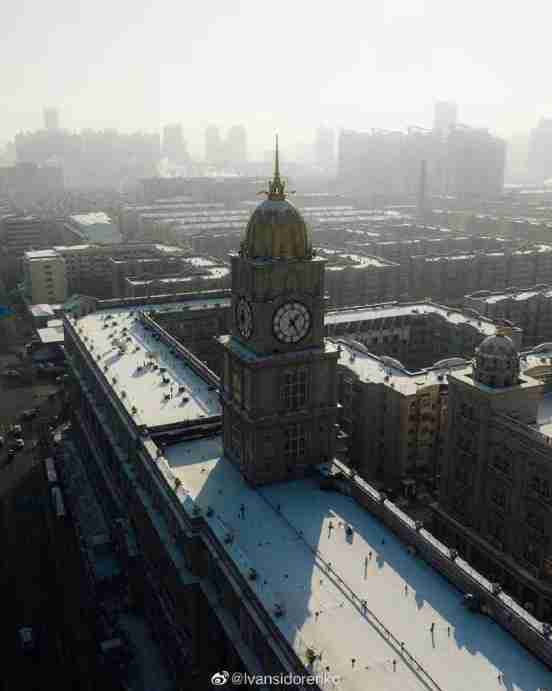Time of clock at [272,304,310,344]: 1:24
